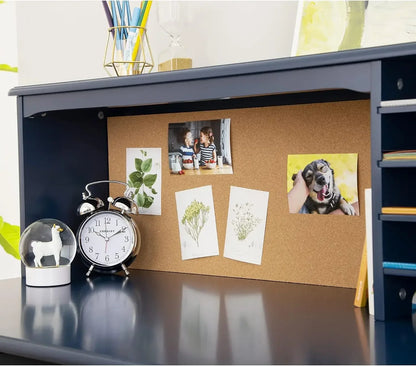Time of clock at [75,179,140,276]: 10:10
